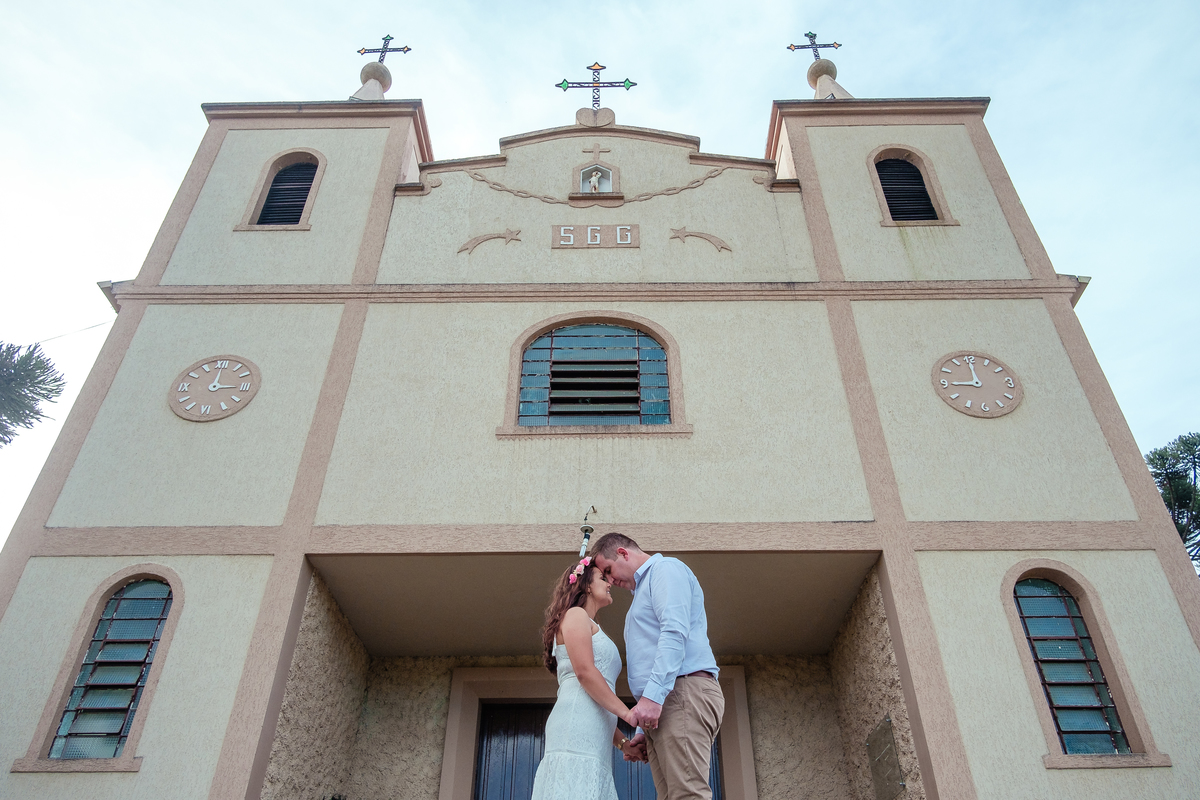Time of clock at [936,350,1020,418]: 8:59
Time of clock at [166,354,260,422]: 3:00
